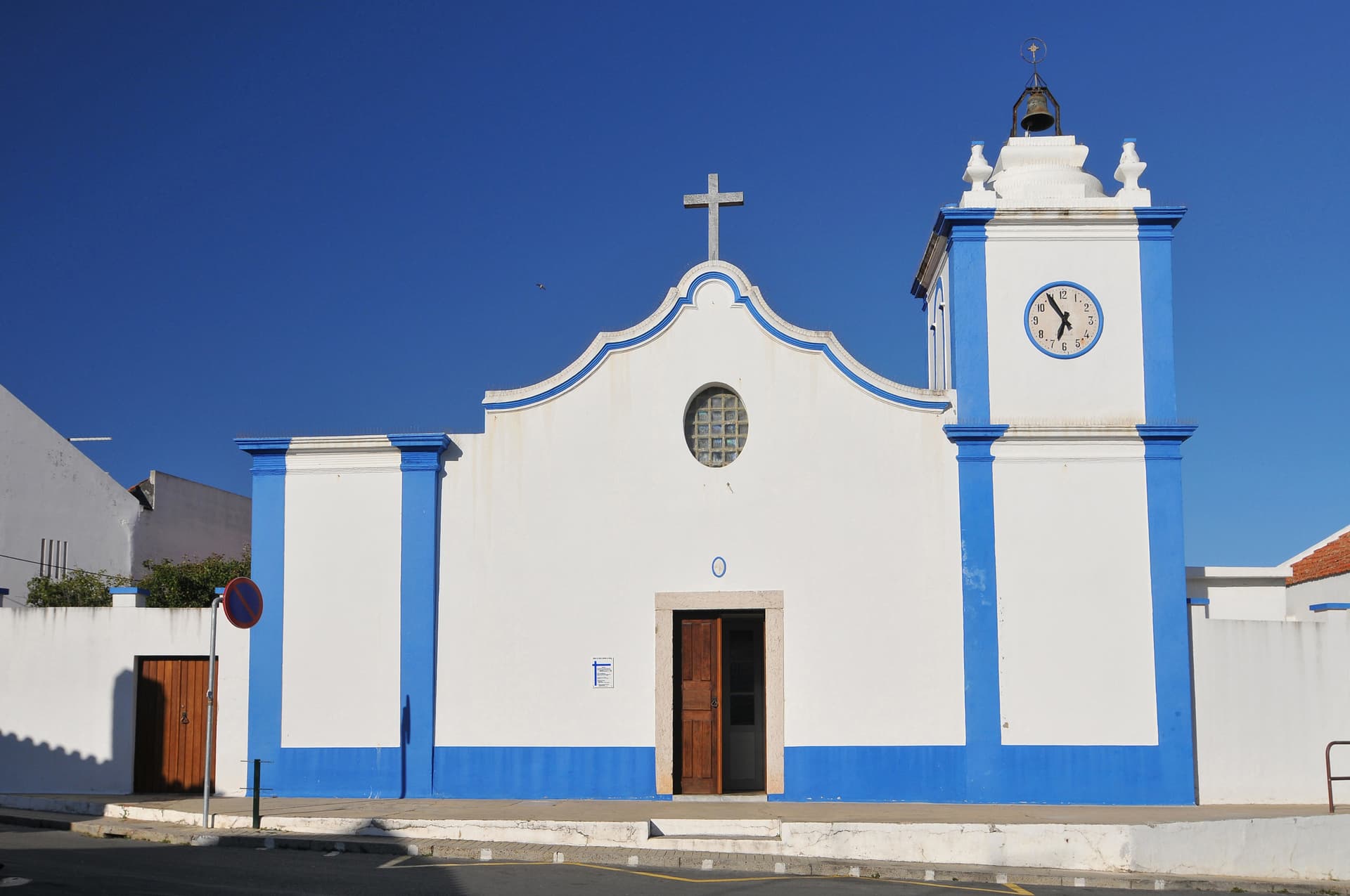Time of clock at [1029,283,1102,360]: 6:54
